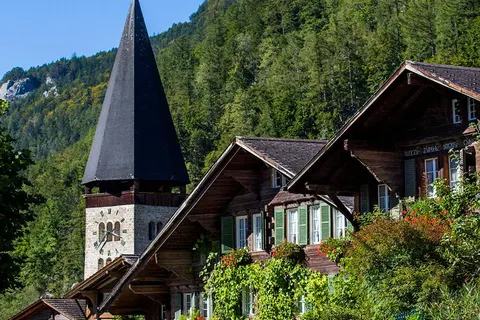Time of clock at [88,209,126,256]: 7:18
